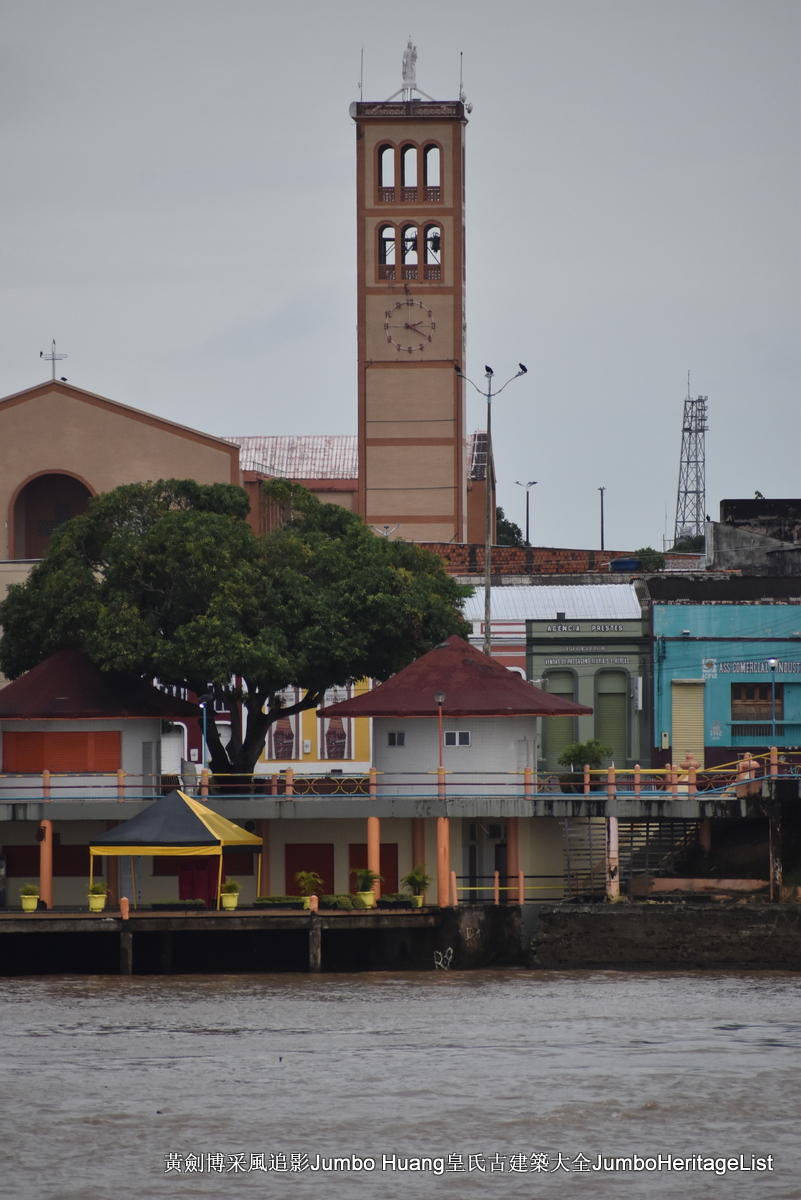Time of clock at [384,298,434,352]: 2:20
